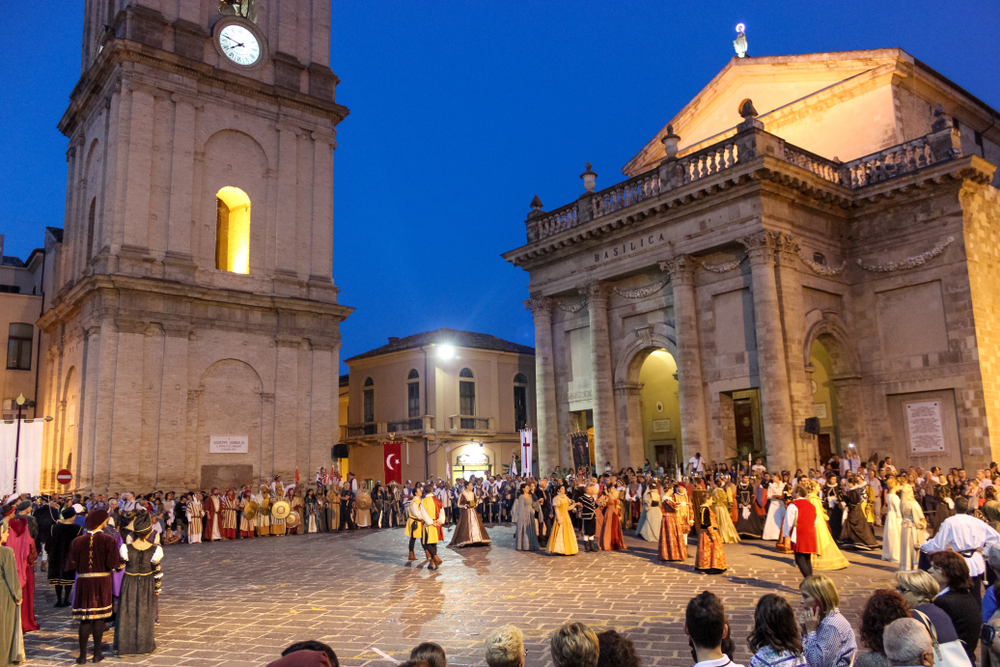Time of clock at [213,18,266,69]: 7:47
